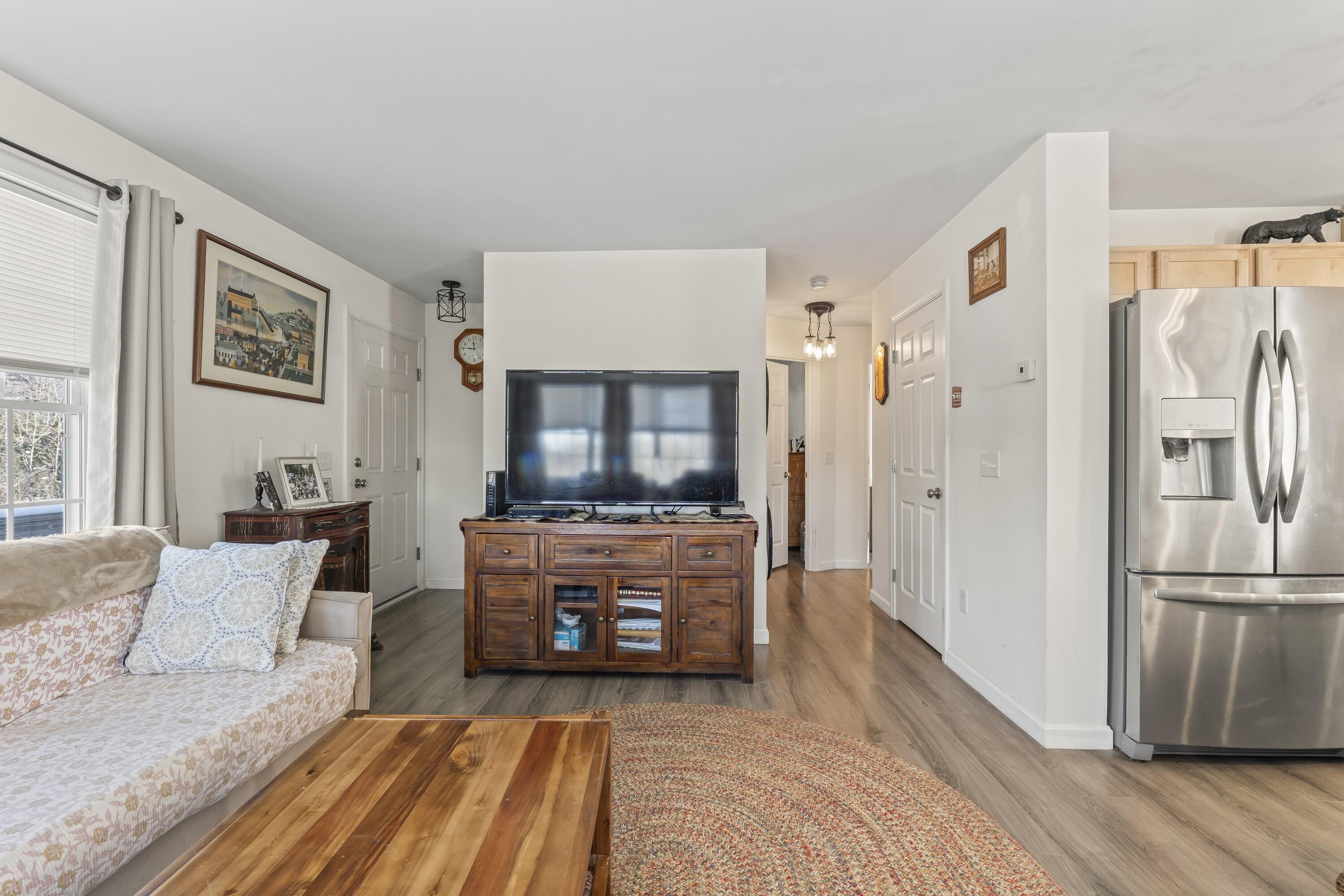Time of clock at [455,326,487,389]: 11:46
